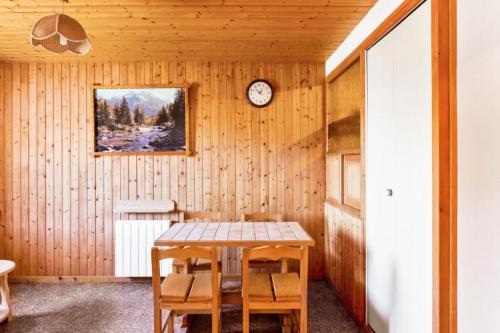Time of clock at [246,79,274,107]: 12:53
